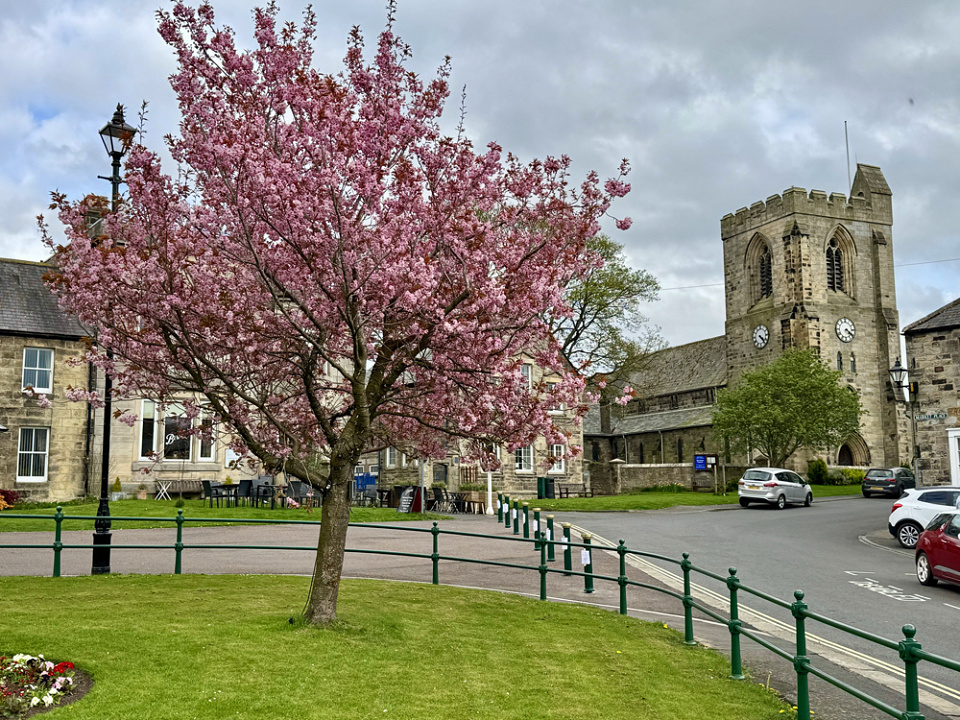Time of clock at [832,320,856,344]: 4:21
